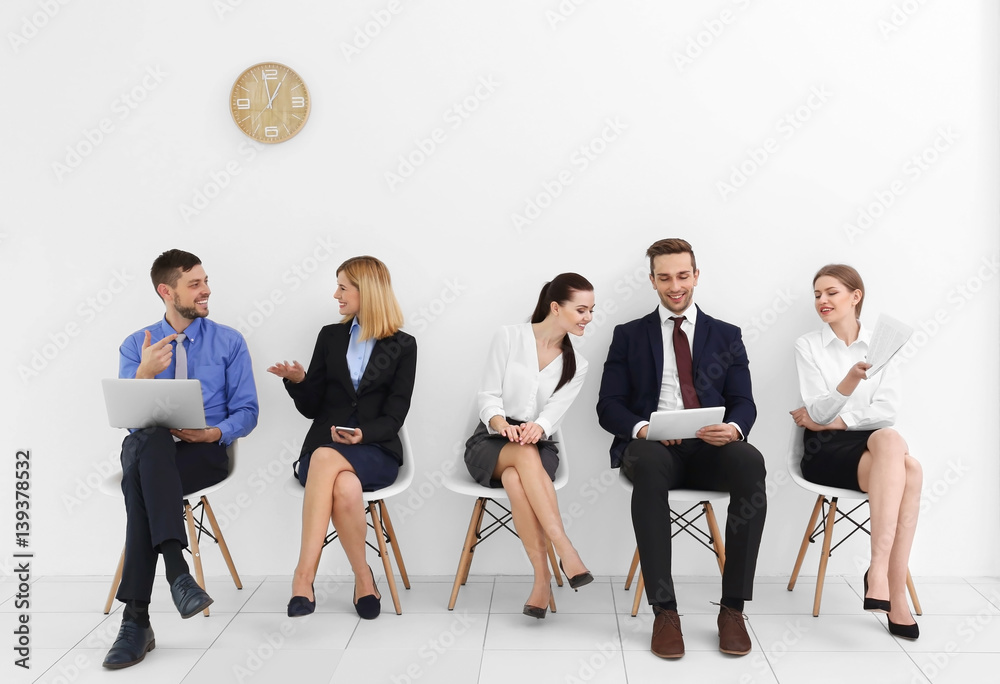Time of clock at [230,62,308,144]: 12:58
